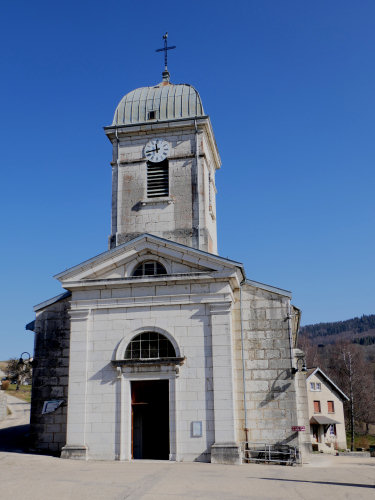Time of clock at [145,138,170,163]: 11:43
